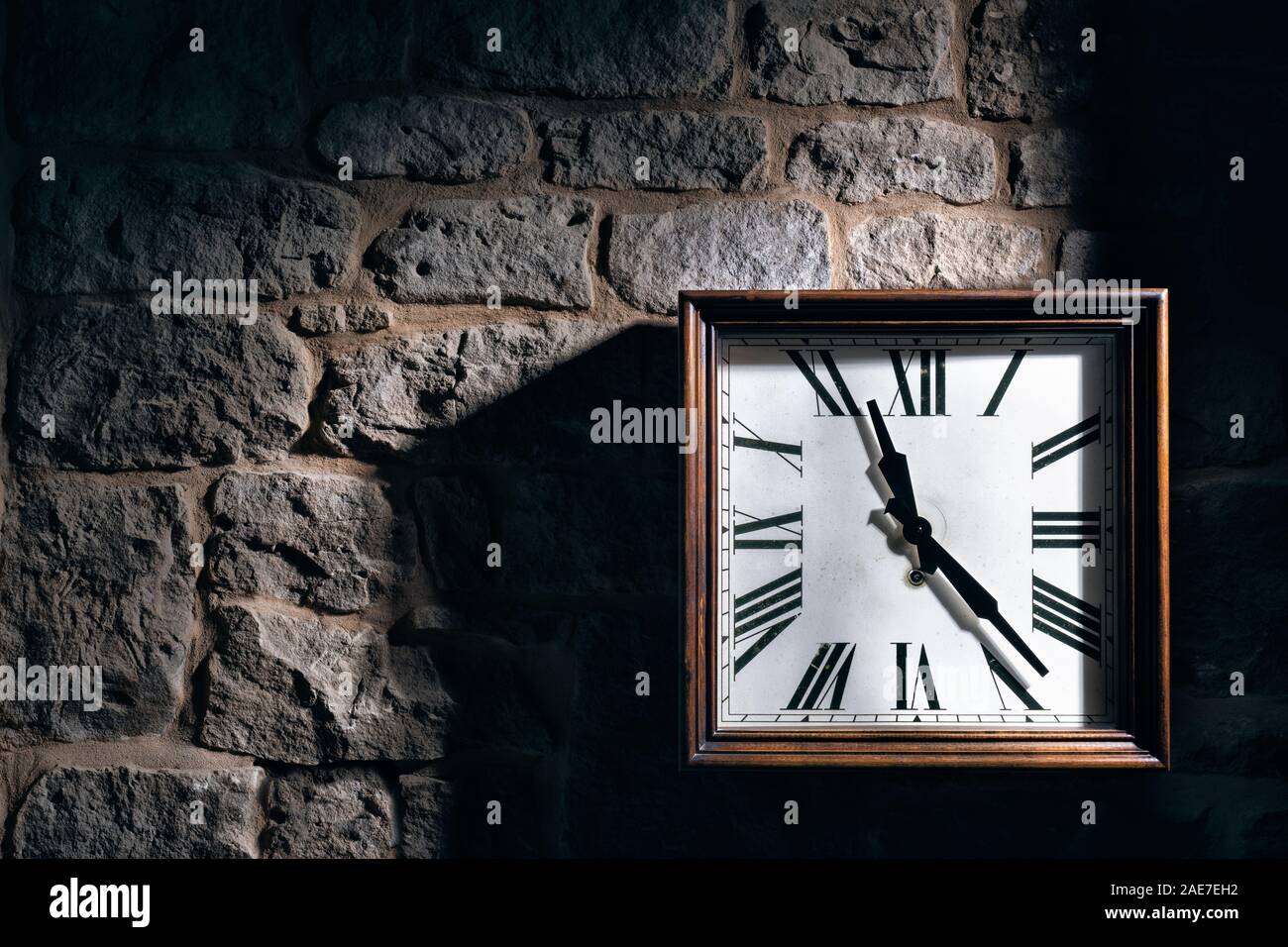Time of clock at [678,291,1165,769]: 11:22
